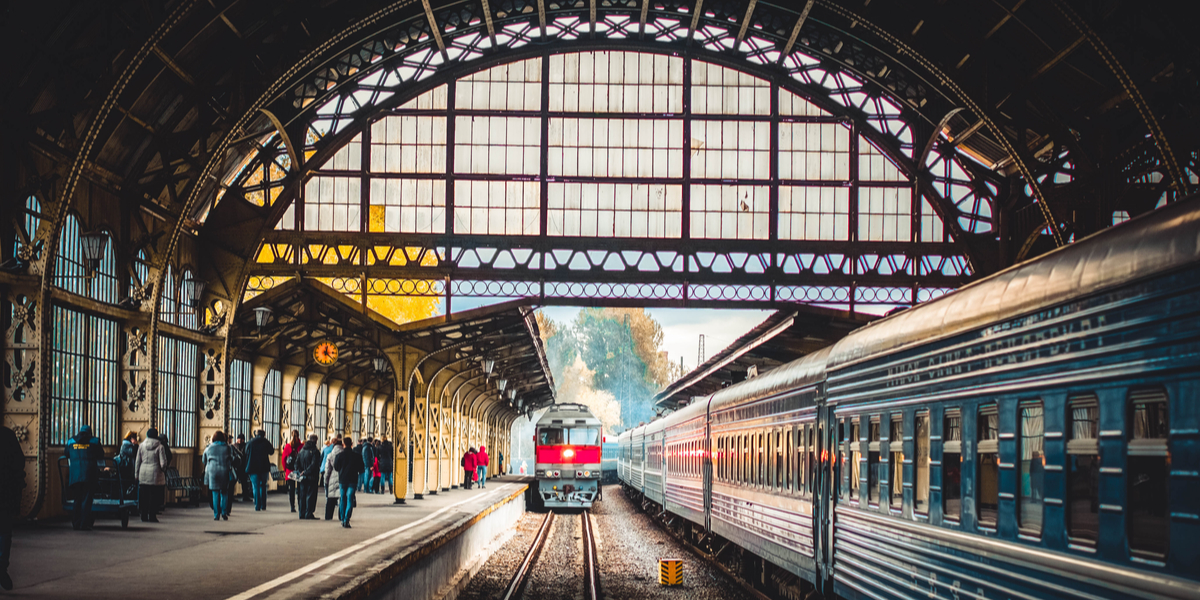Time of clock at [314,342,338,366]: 12:21
